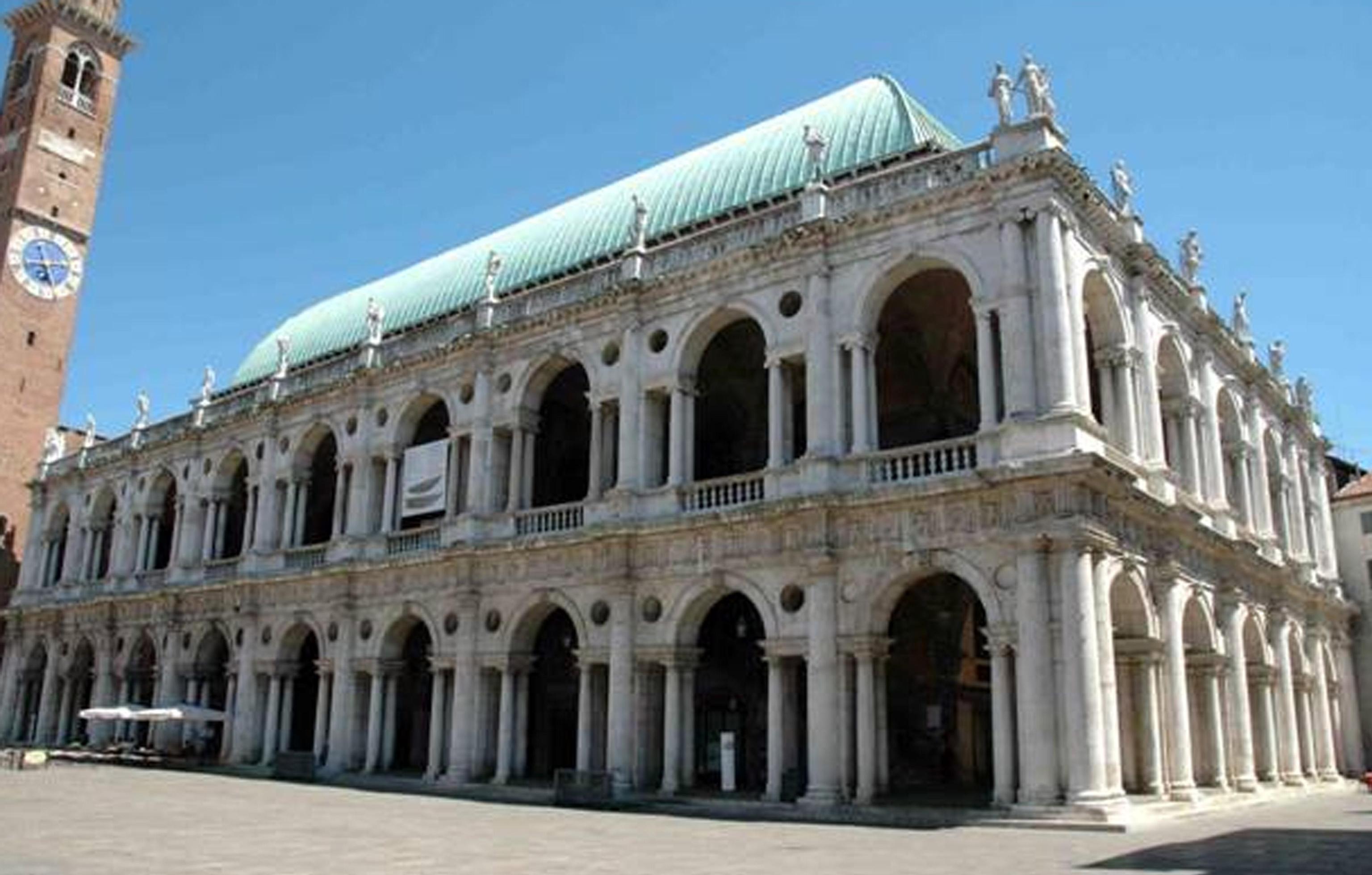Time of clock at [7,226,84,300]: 5:12
